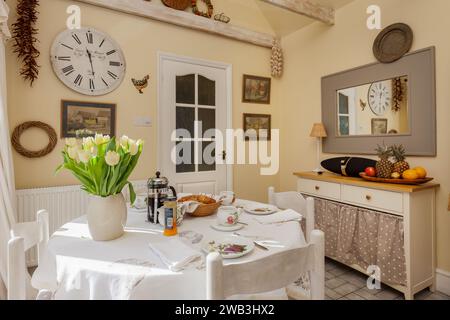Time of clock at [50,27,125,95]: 11:28
